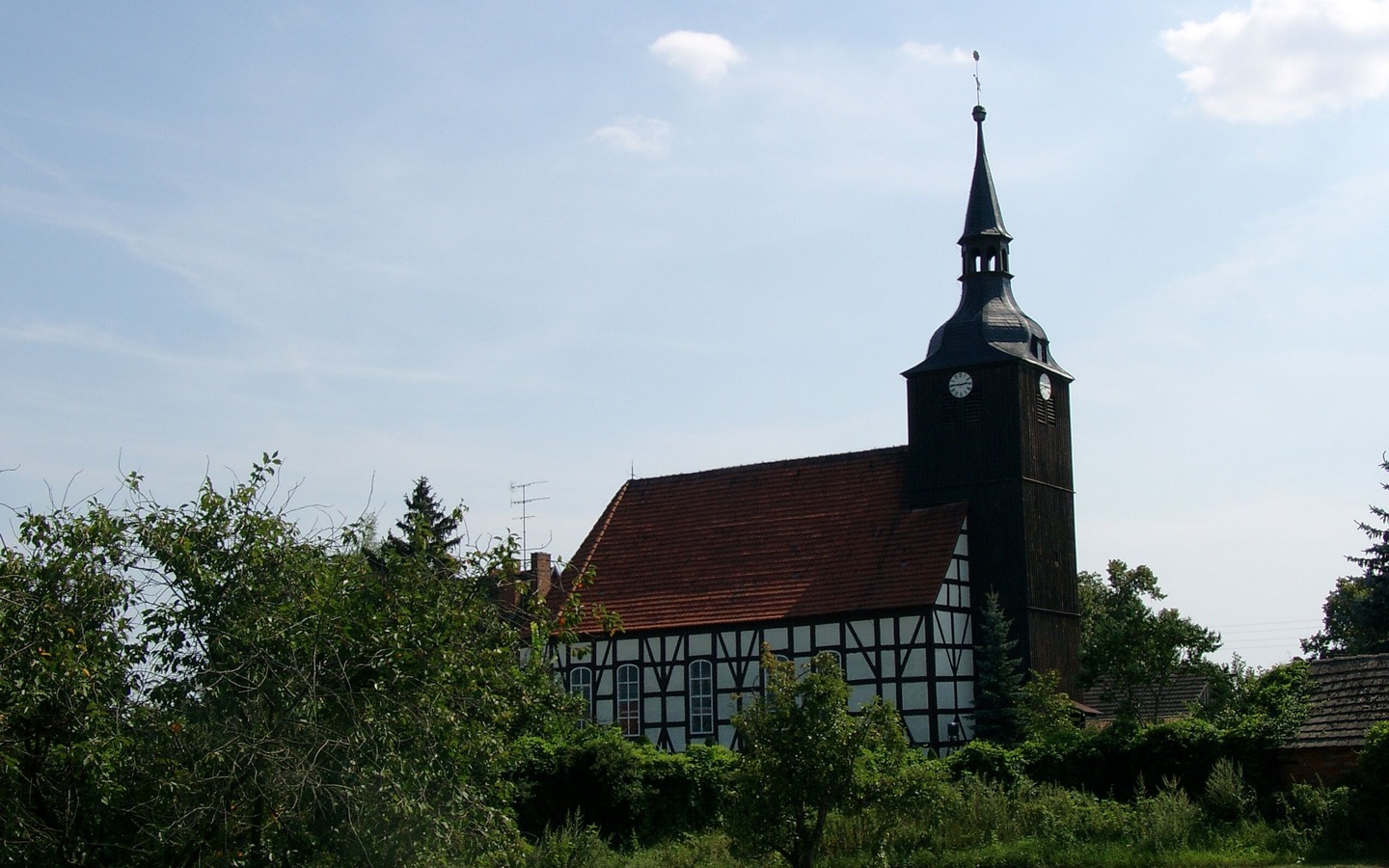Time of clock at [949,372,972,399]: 2:45
